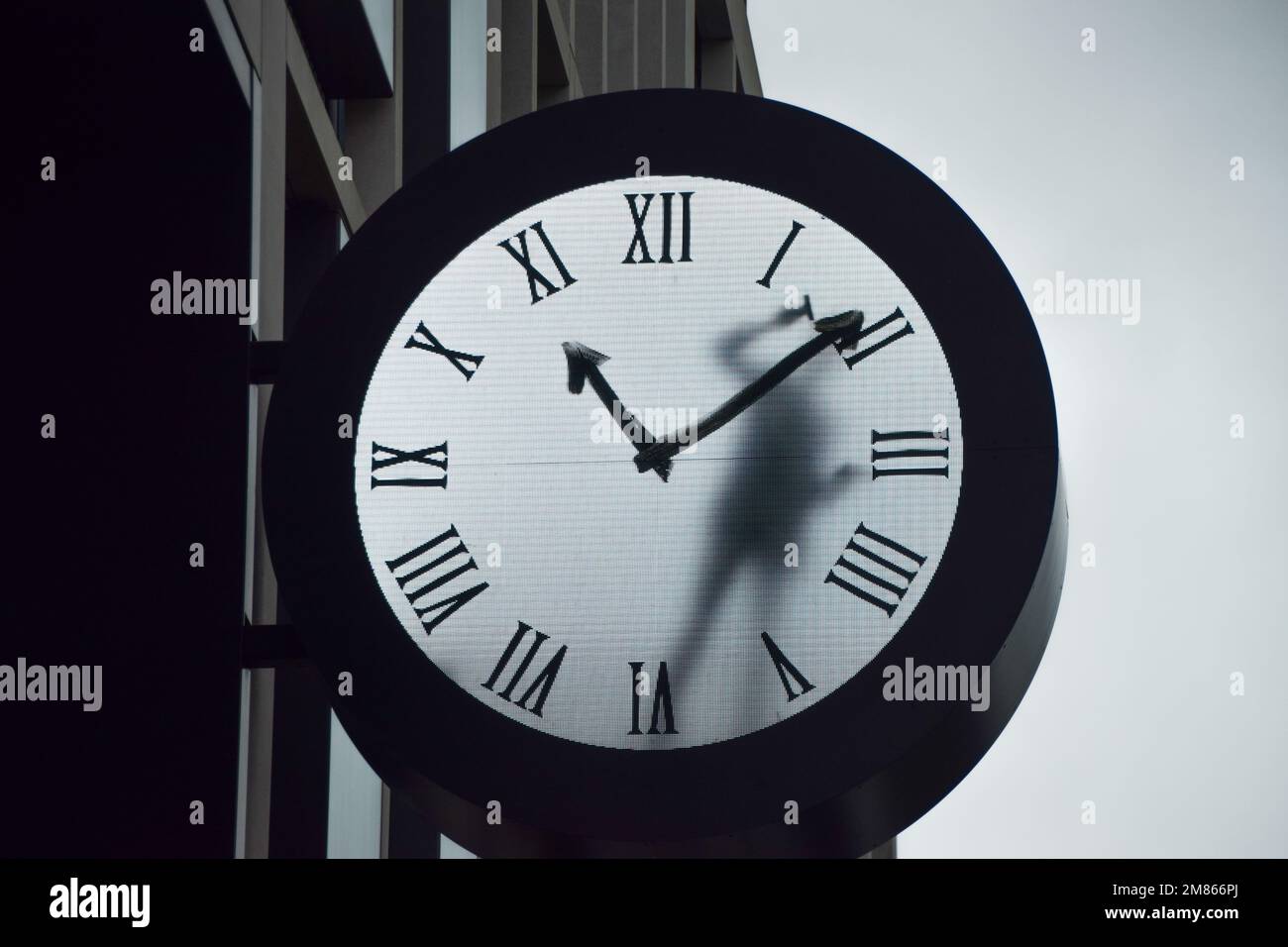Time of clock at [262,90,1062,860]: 11:08
